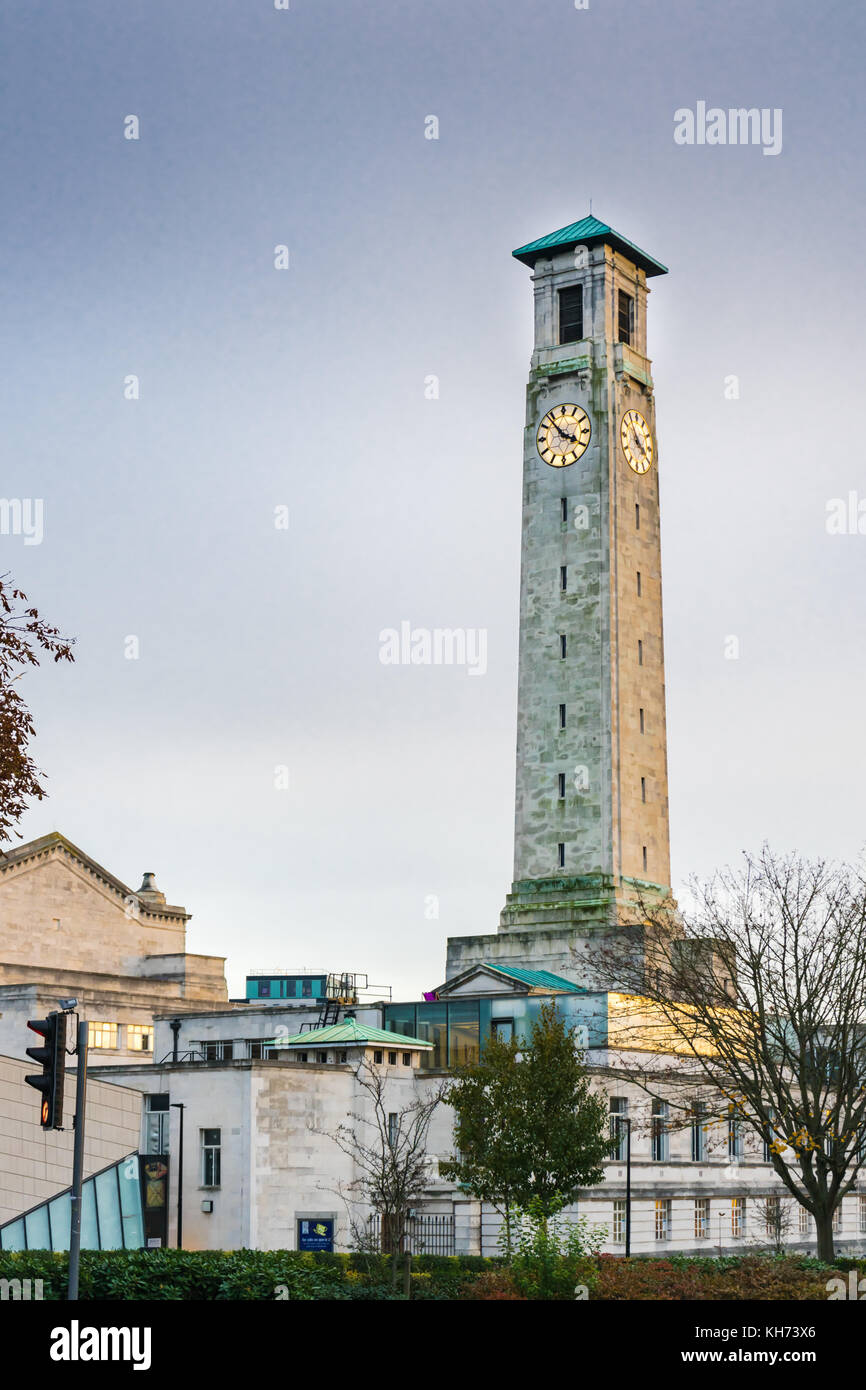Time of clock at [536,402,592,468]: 3:52
